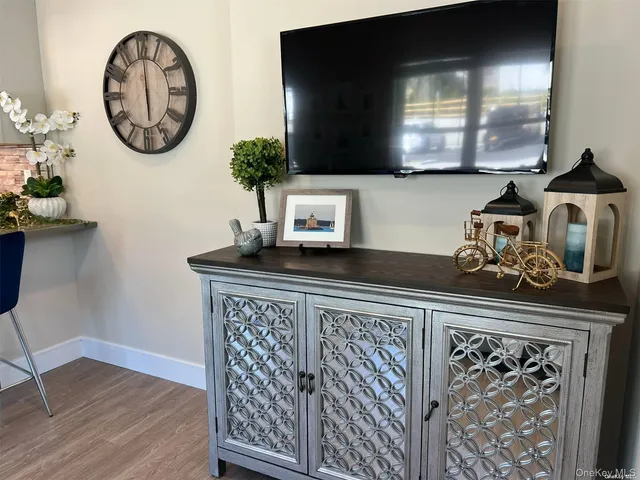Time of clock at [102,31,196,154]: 6:00
